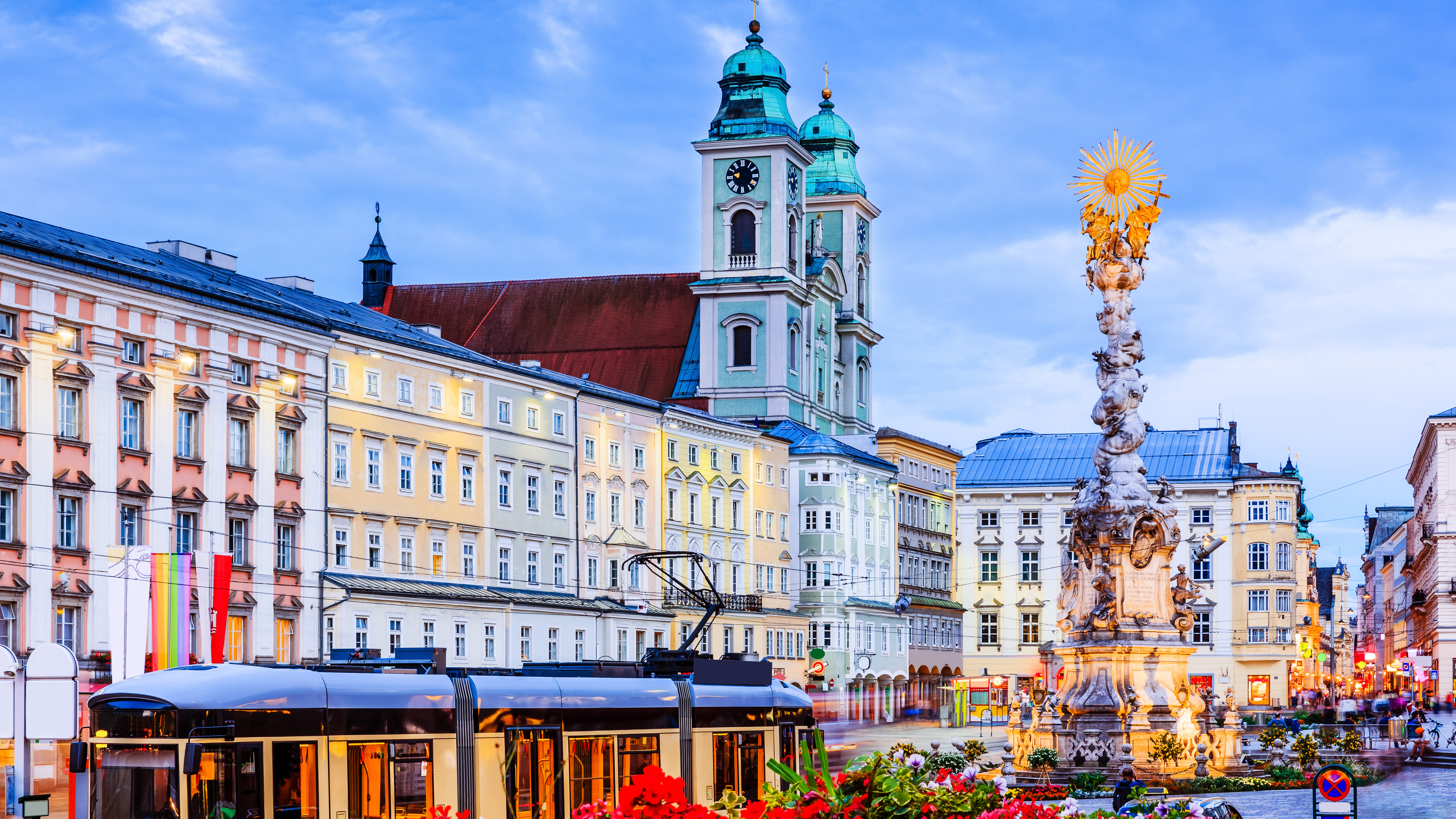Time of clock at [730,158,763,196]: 3:16
